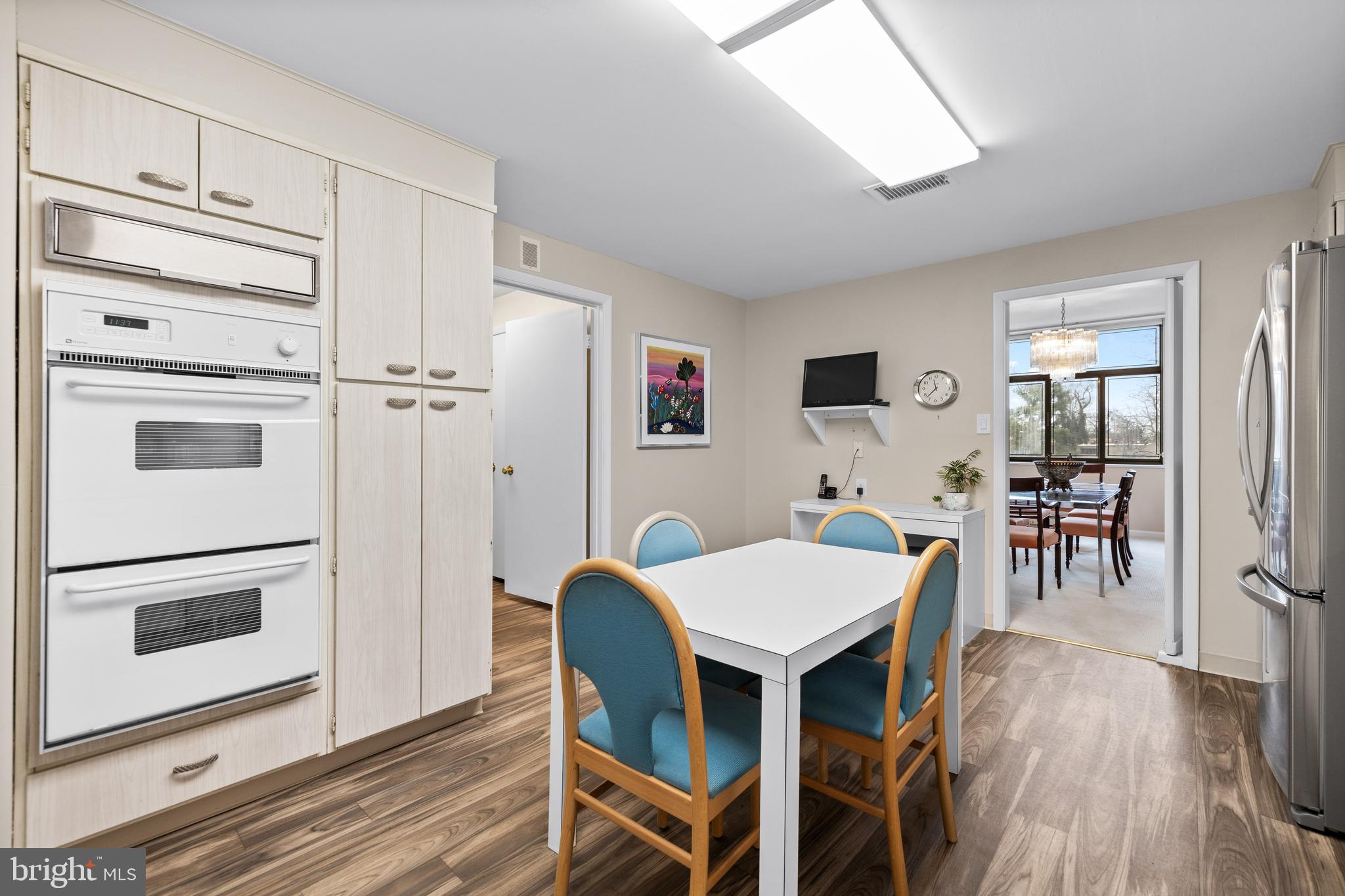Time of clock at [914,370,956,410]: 11:37
